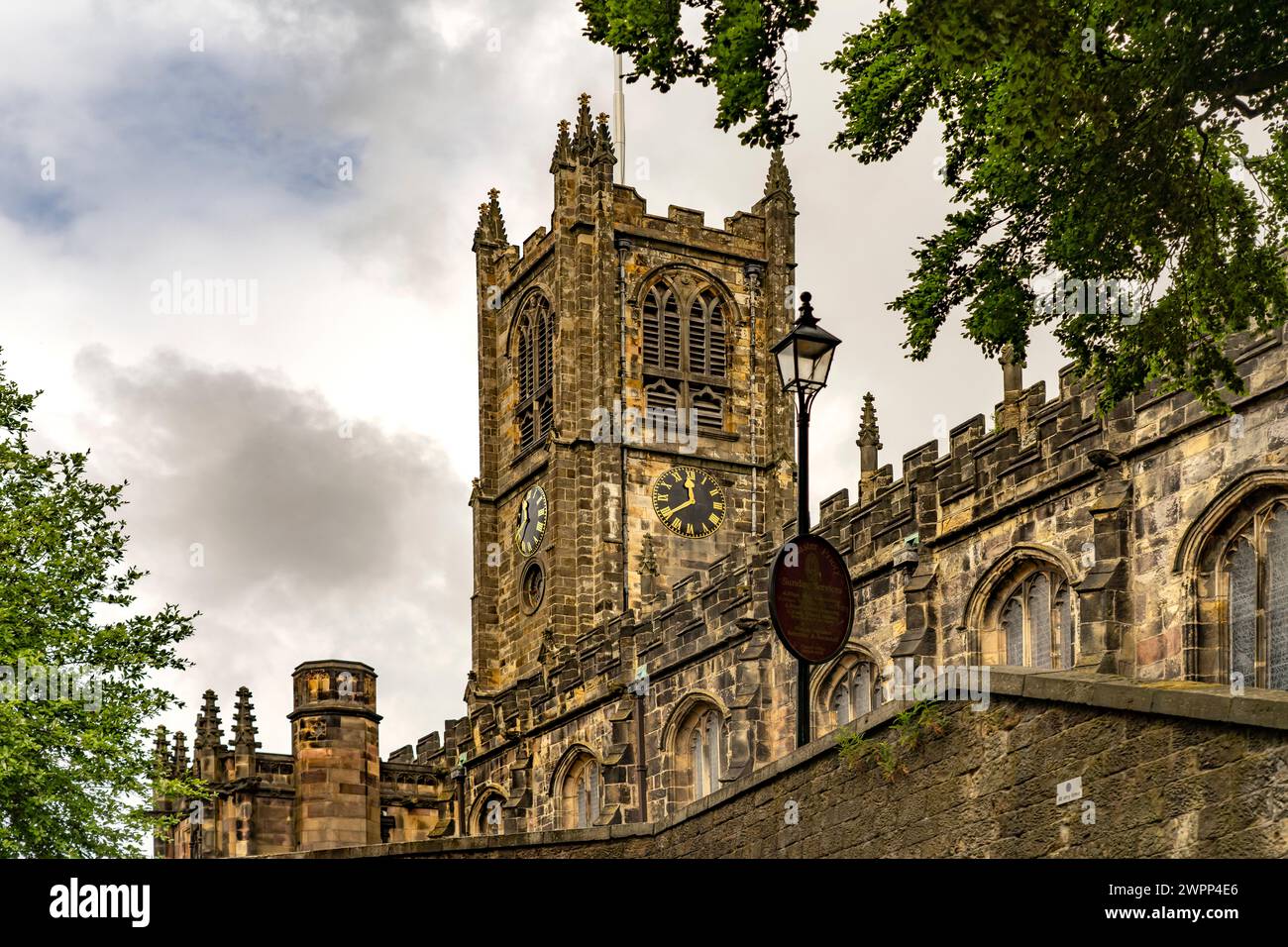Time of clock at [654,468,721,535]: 11:39
